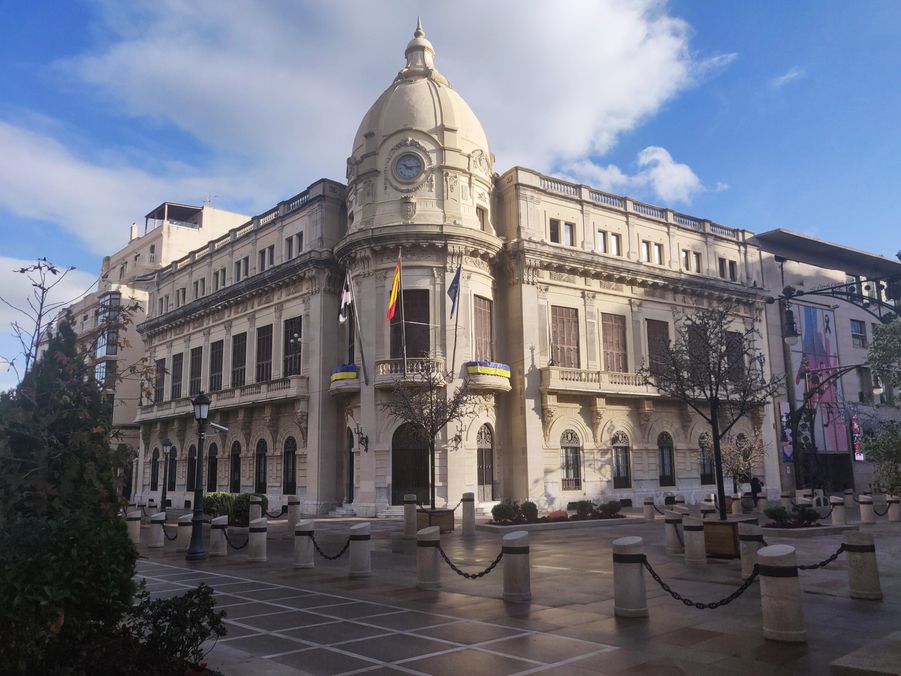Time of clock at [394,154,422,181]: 10:14
